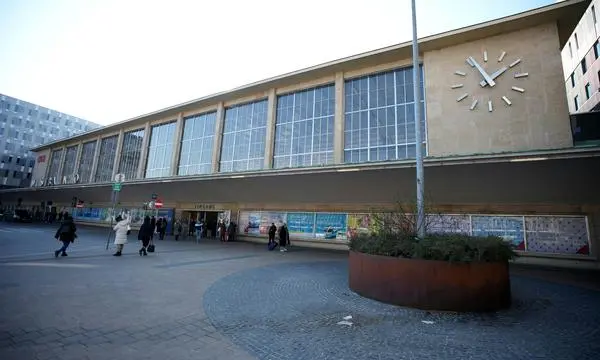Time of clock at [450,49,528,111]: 1:56
